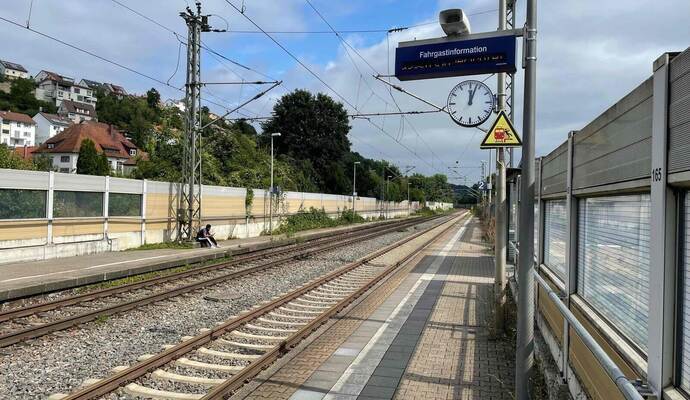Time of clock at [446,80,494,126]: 12:03
